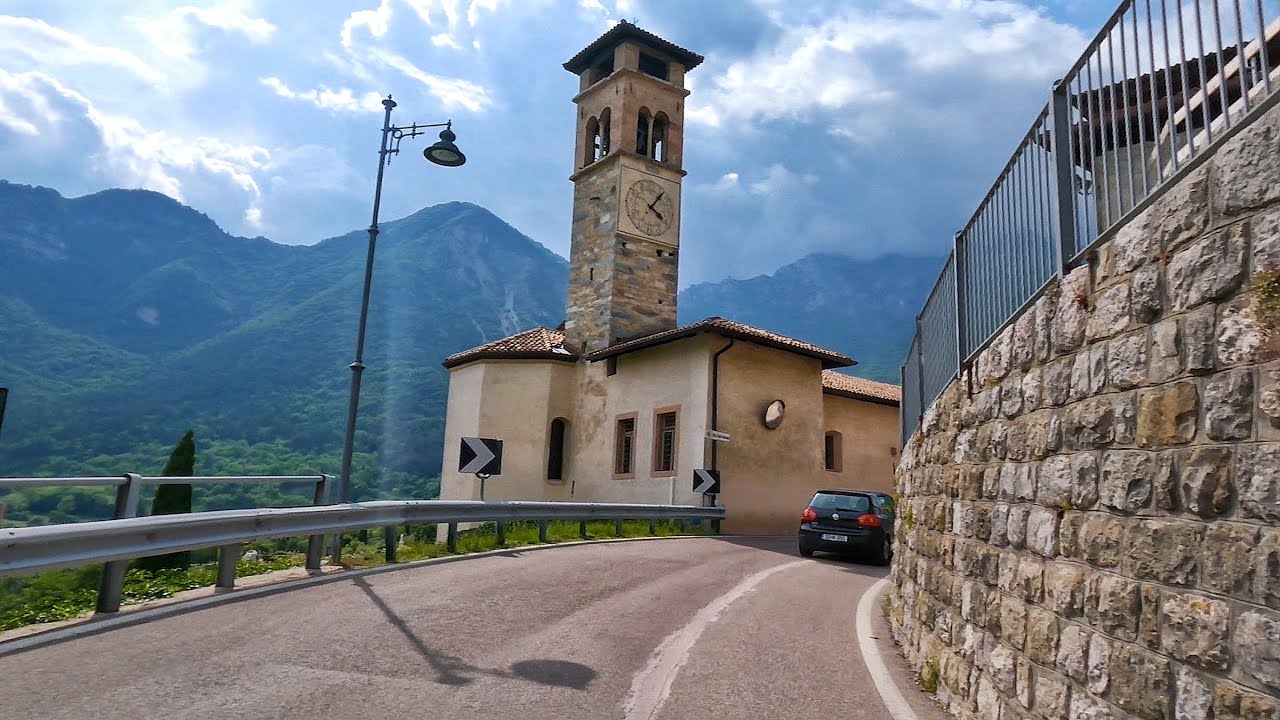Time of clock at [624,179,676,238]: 4:06
